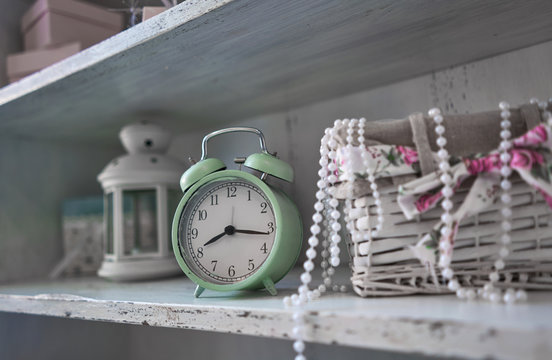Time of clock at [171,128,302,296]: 8:16
